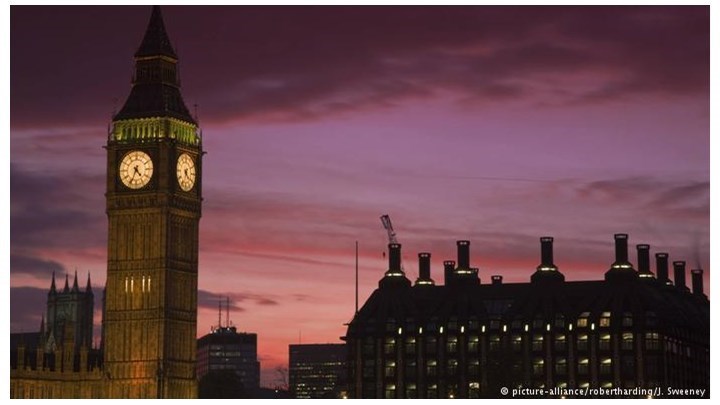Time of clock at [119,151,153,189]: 4:34
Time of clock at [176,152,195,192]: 6:21
